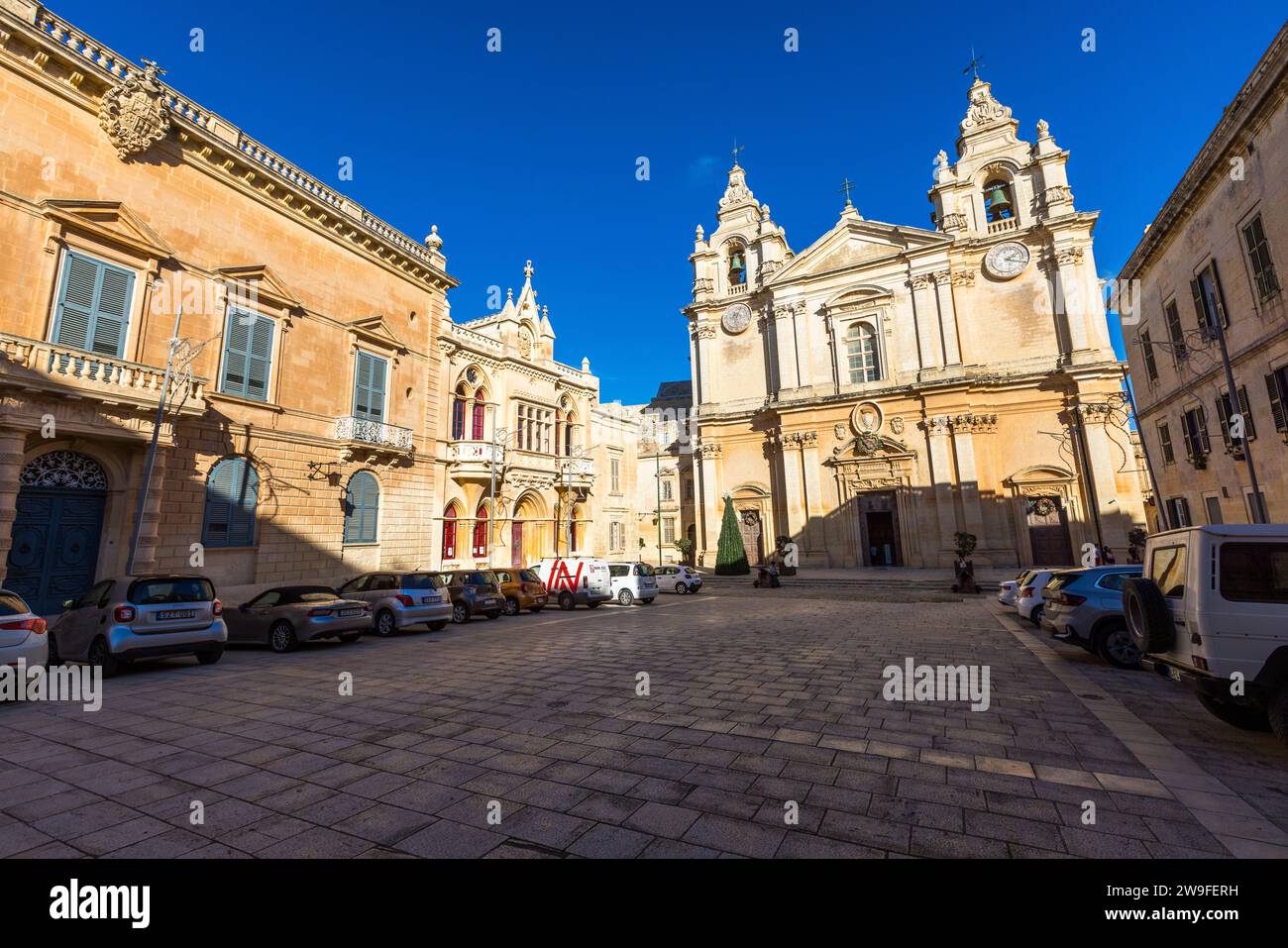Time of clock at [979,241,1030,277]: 2:18
